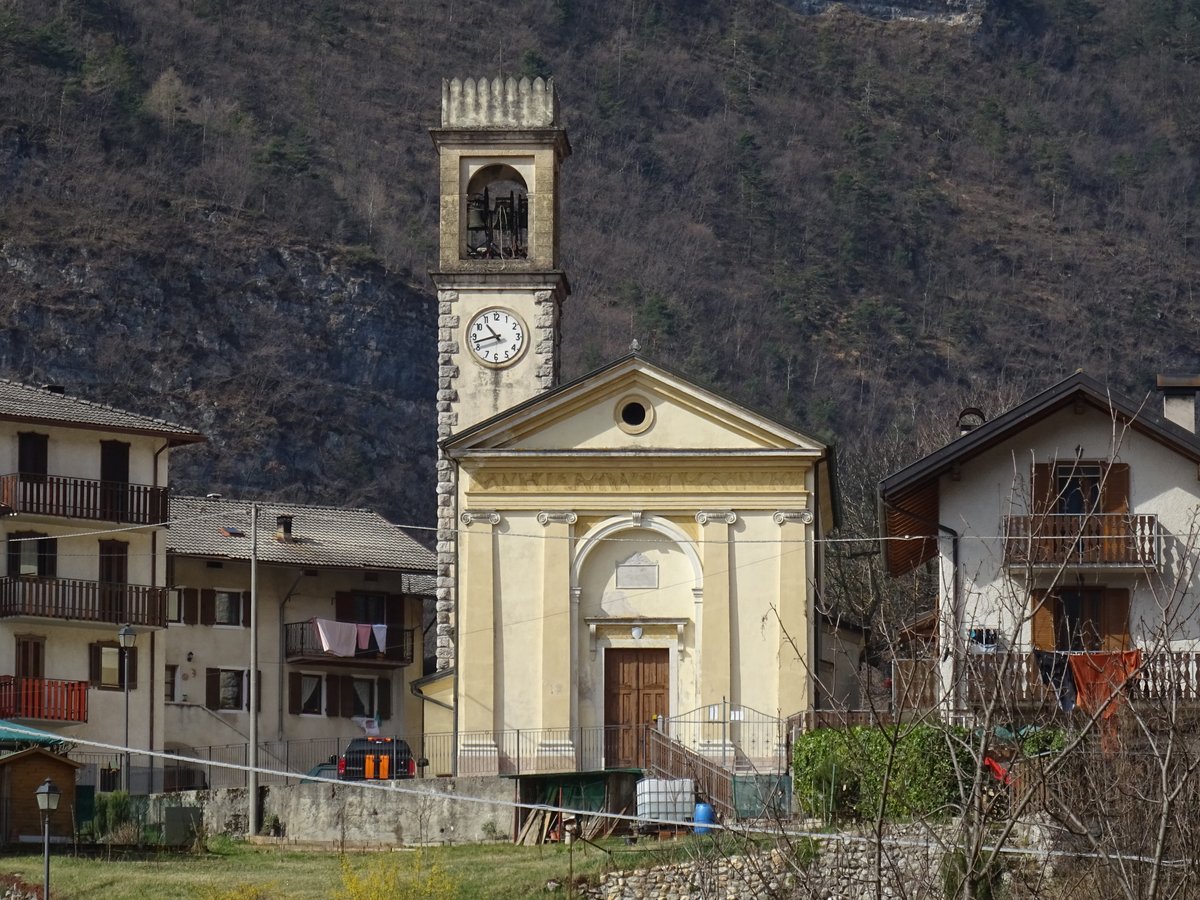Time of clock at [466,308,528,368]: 10:42
